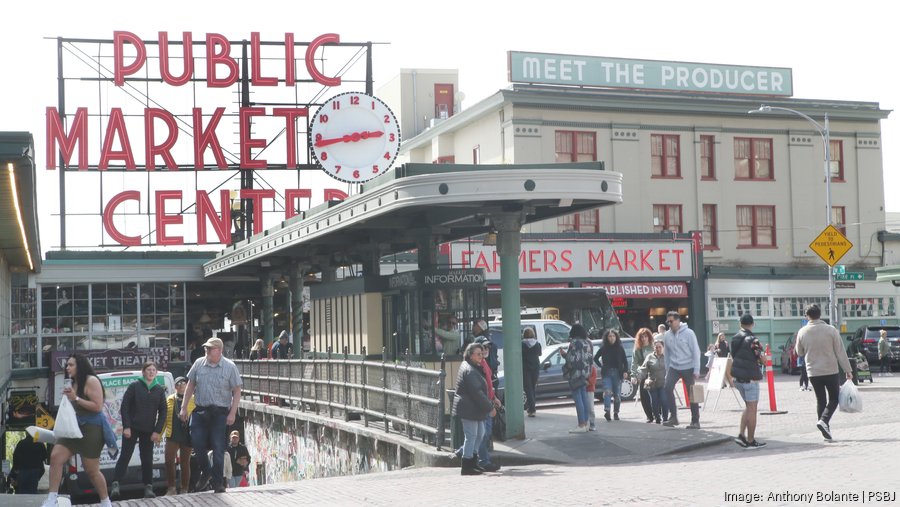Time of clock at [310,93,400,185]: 2:43
